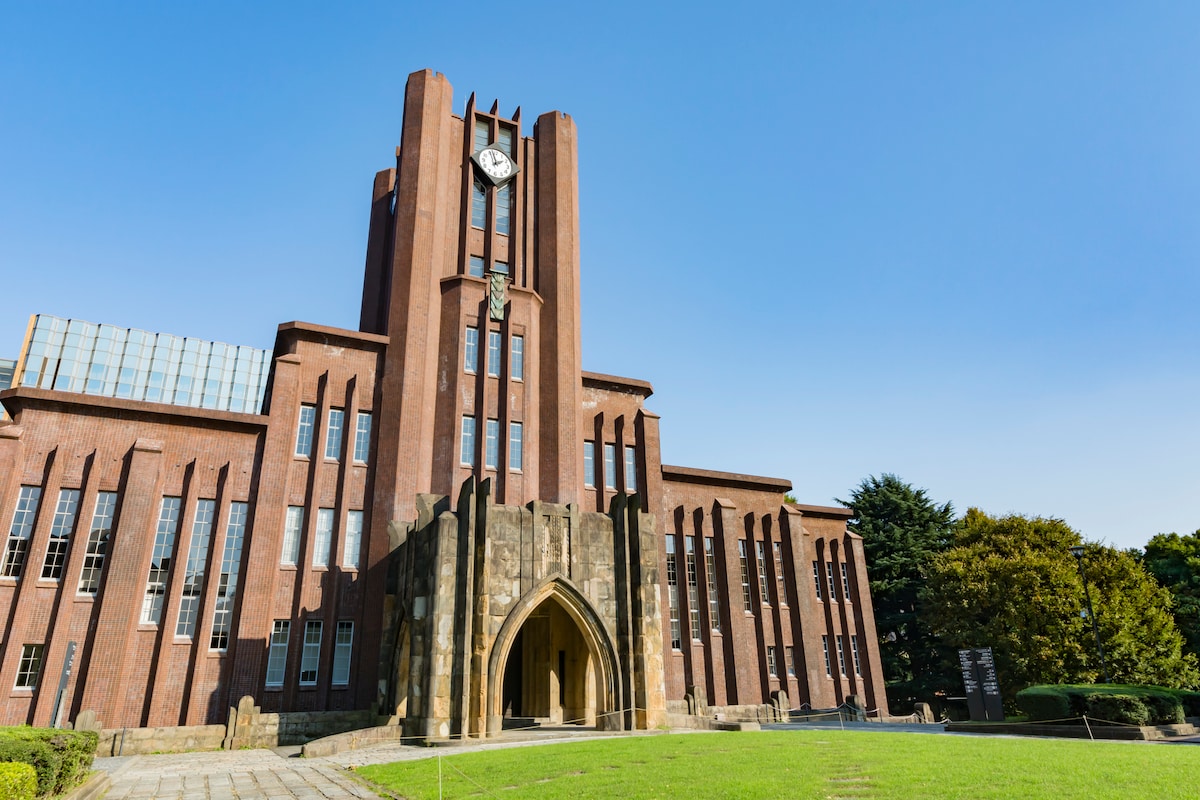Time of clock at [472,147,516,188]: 1:57
